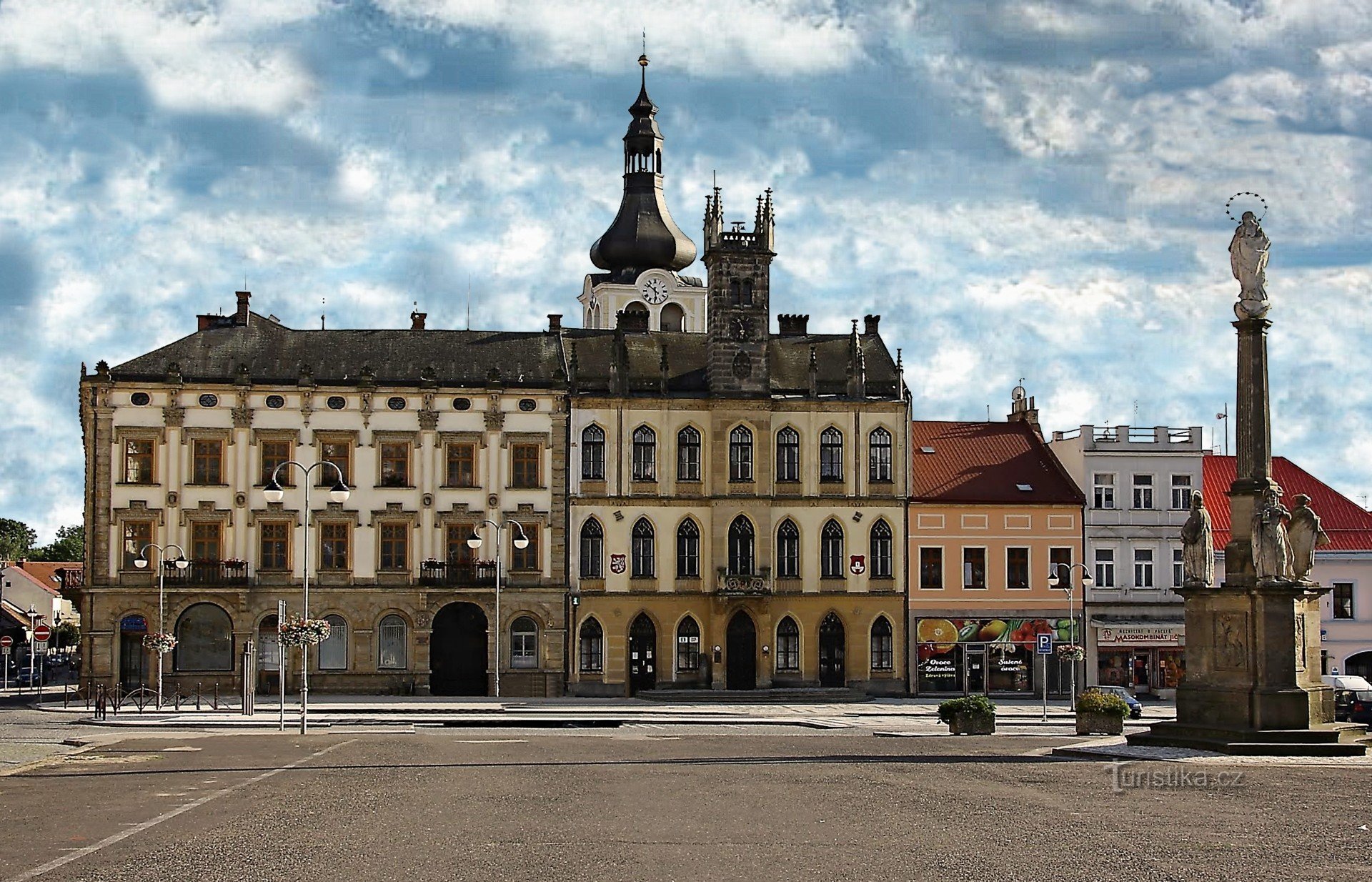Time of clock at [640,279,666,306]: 5:51
